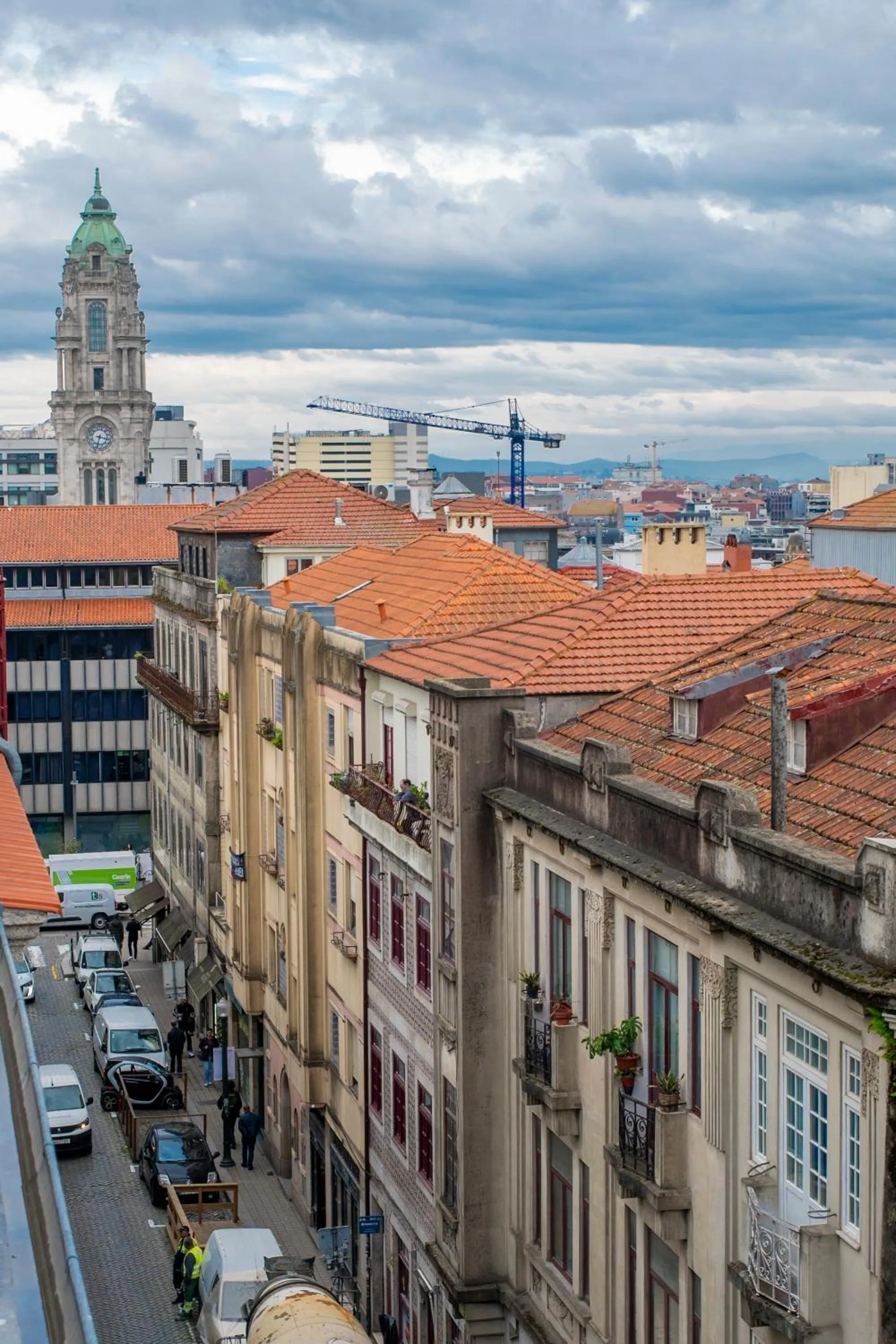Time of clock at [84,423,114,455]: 3:32
